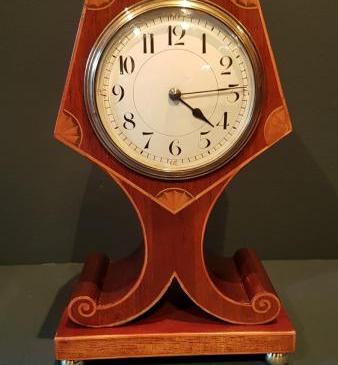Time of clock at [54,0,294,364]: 4:14
